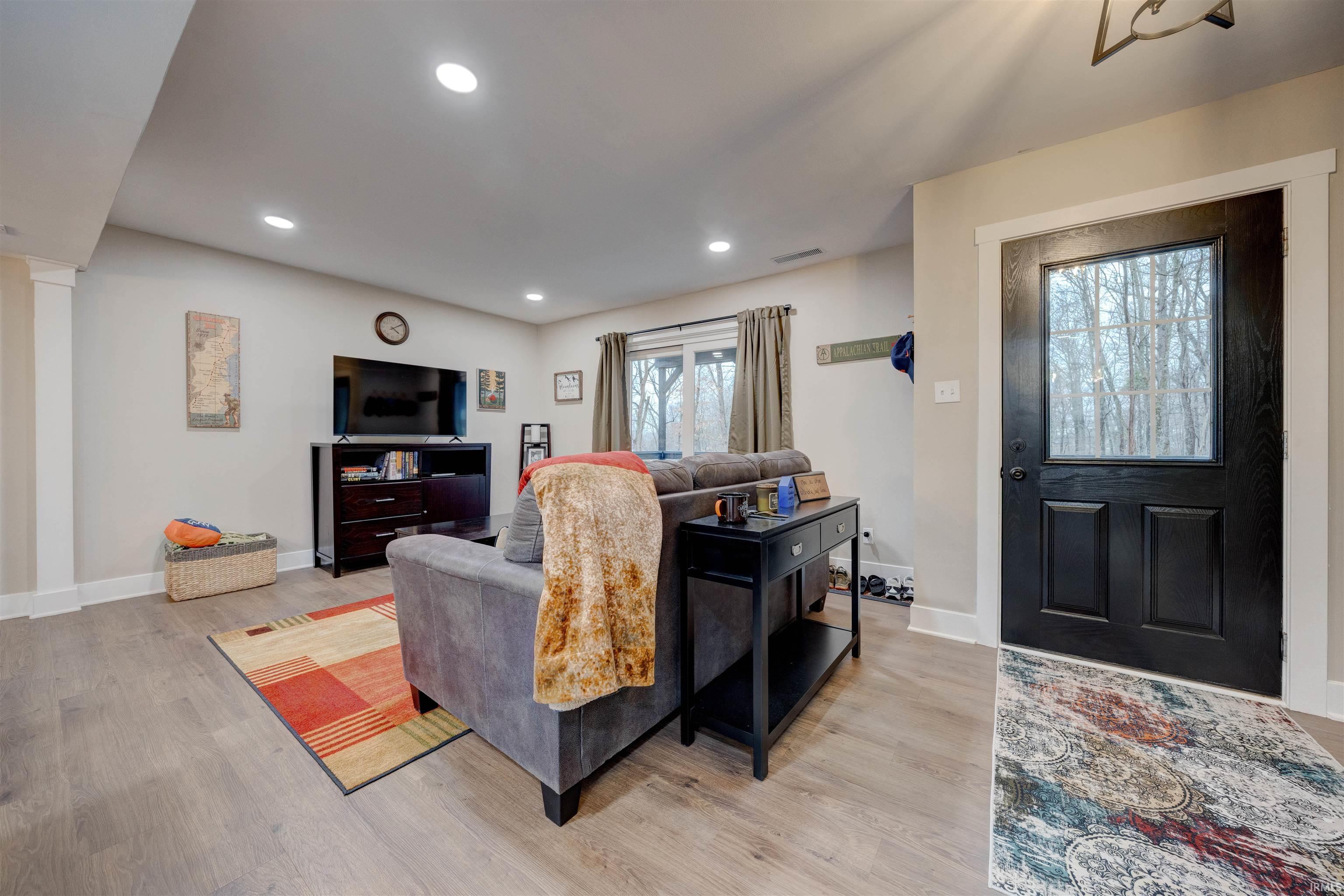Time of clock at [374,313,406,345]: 4:09
